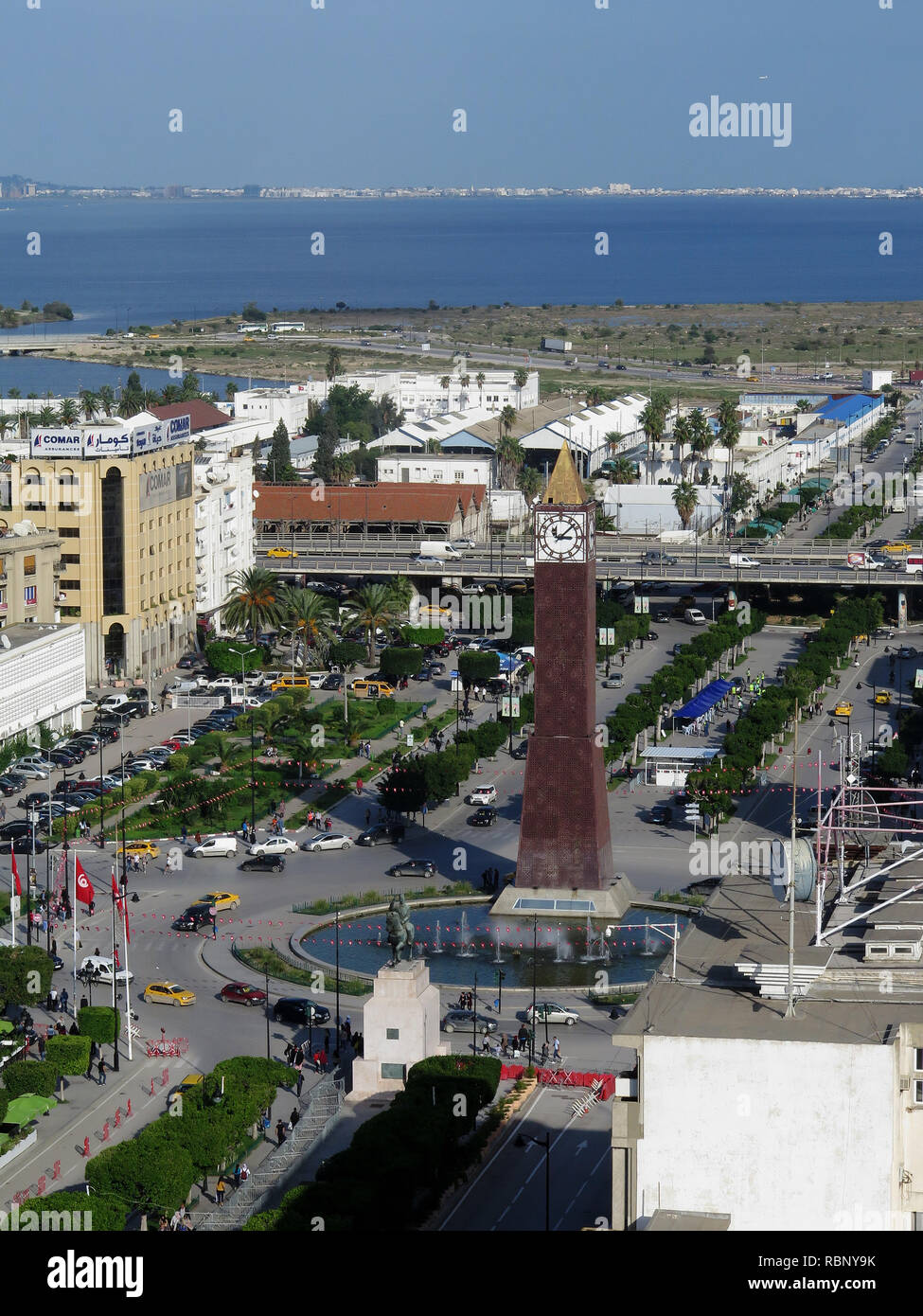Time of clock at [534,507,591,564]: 3:07
